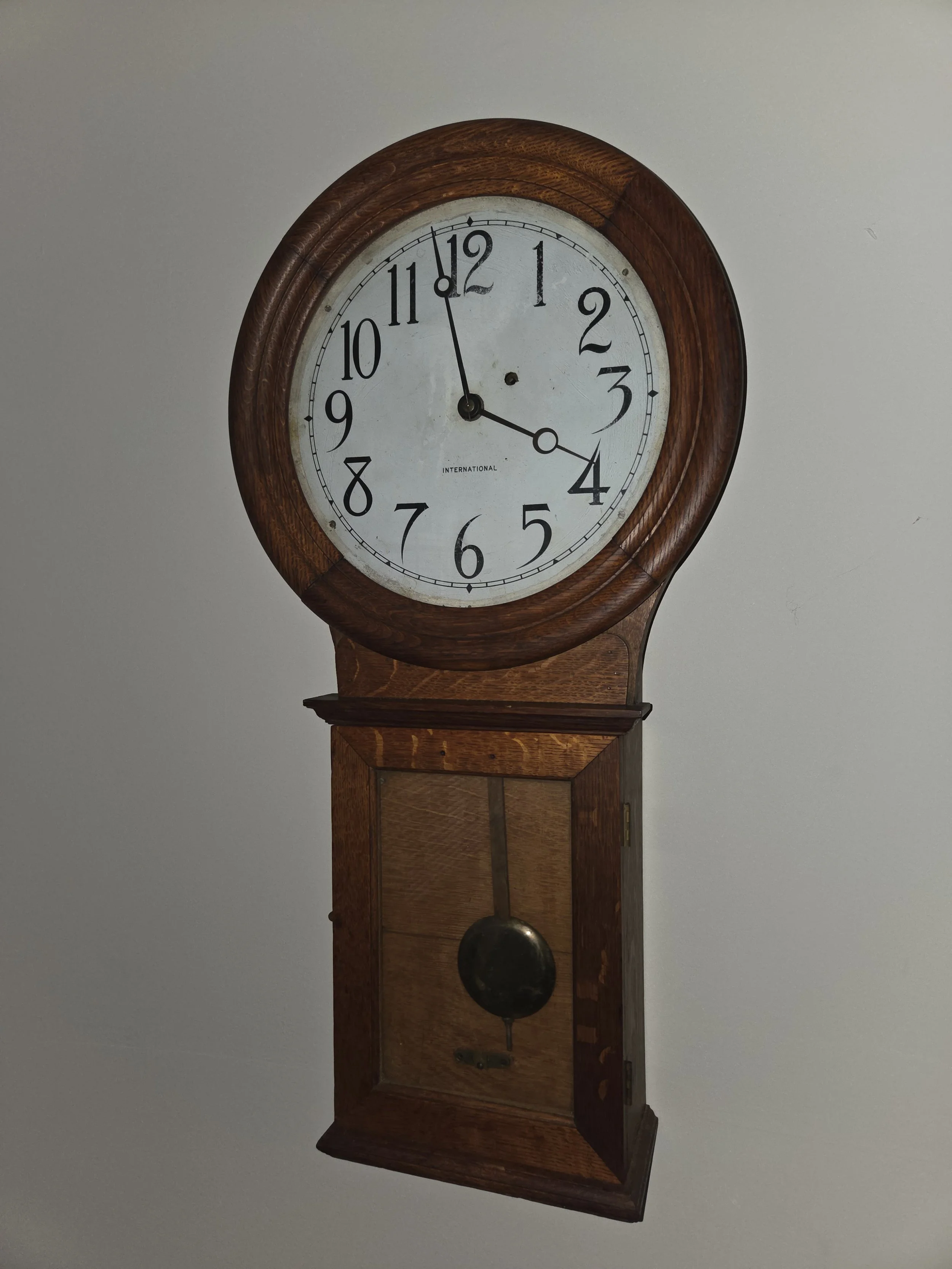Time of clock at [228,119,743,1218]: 3:58
